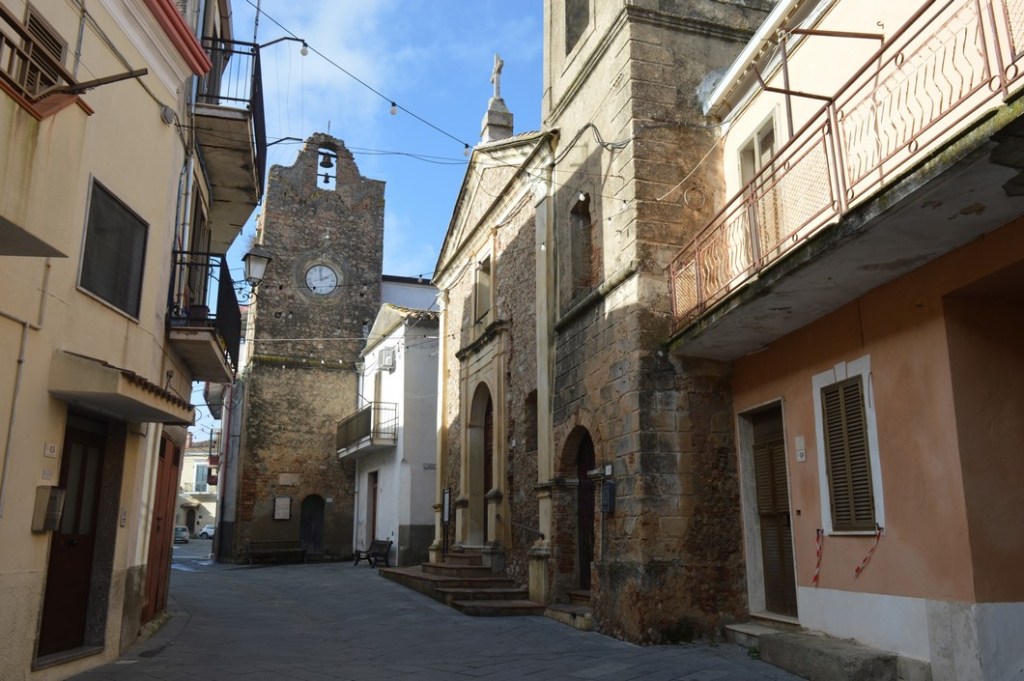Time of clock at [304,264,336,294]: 1:59
